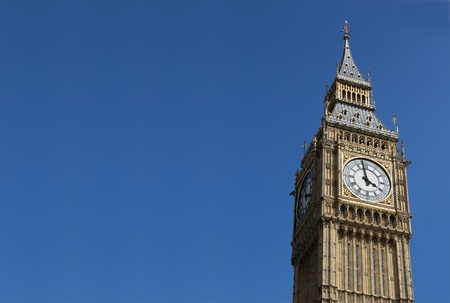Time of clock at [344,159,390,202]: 3:58
